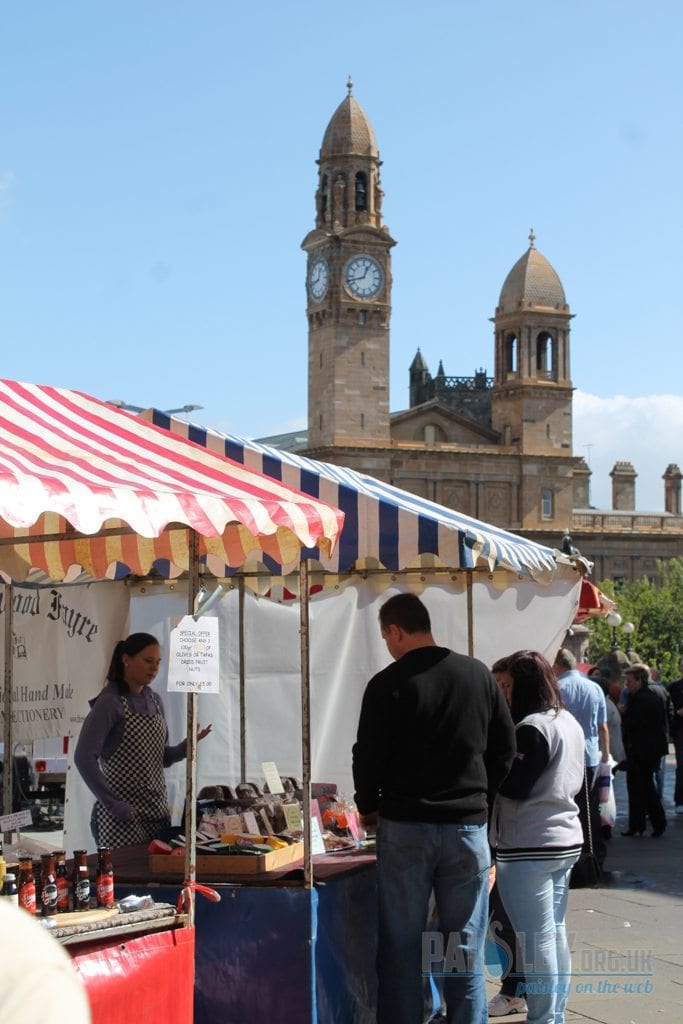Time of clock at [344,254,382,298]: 12:42
